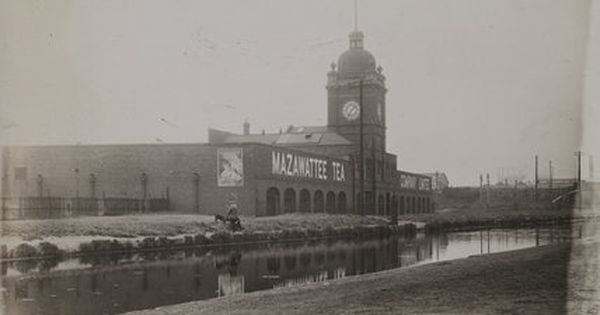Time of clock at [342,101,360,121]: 7:07
